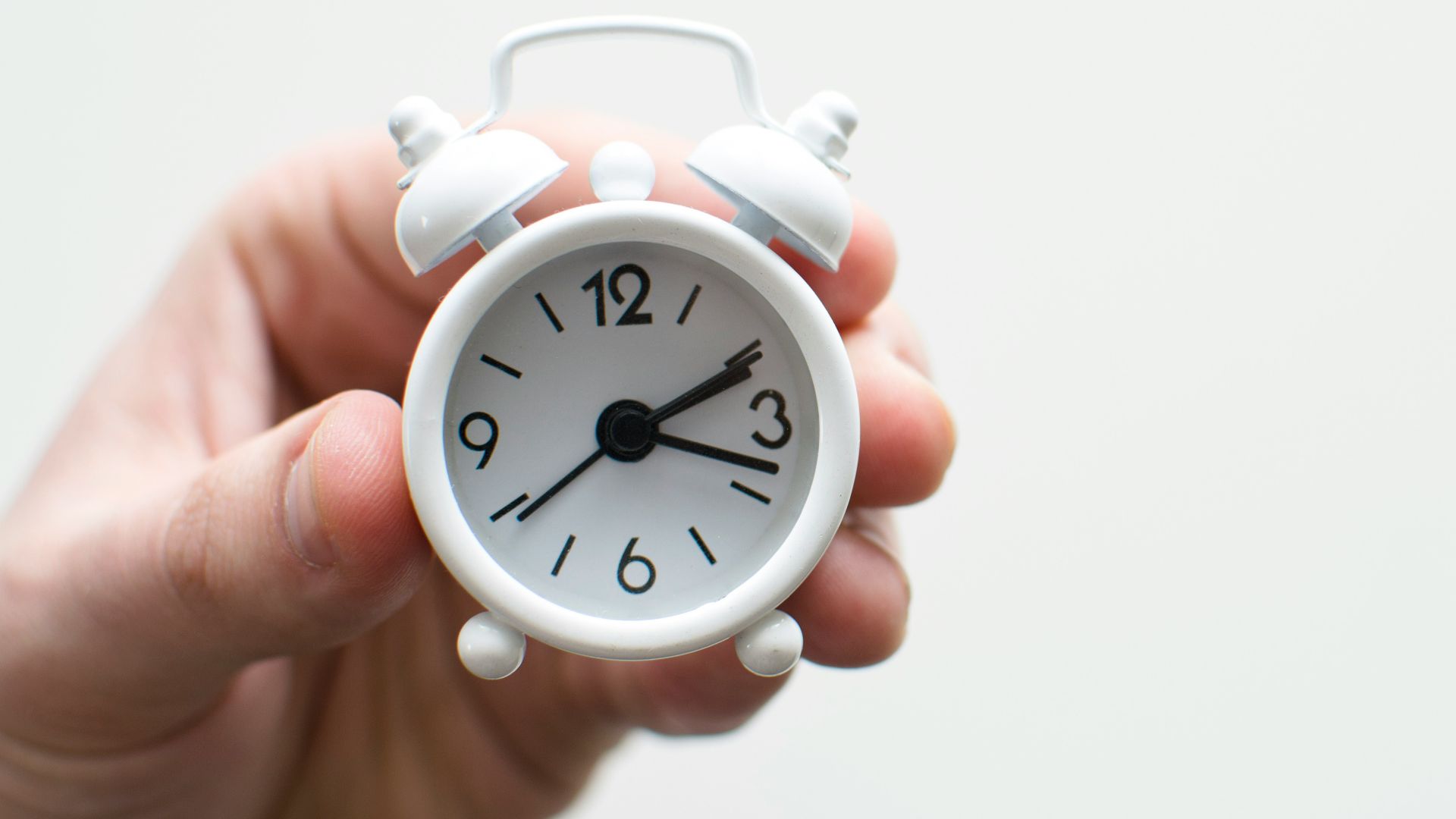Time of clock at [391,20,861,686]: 2:18
